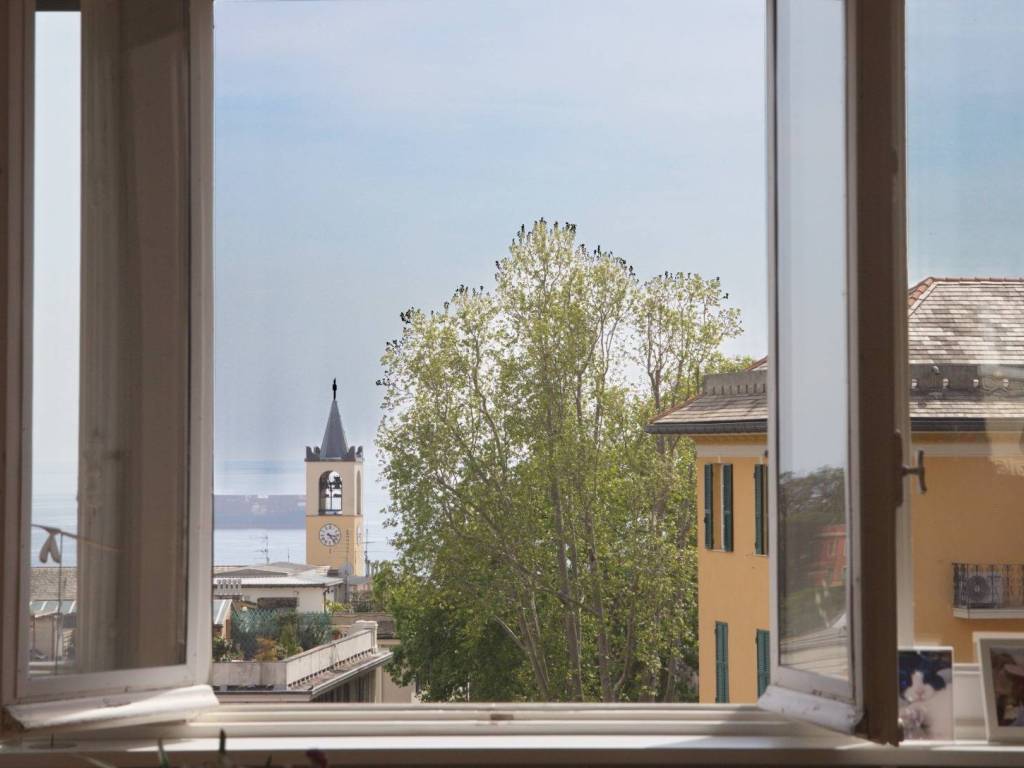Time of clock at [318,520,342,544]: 3:23
